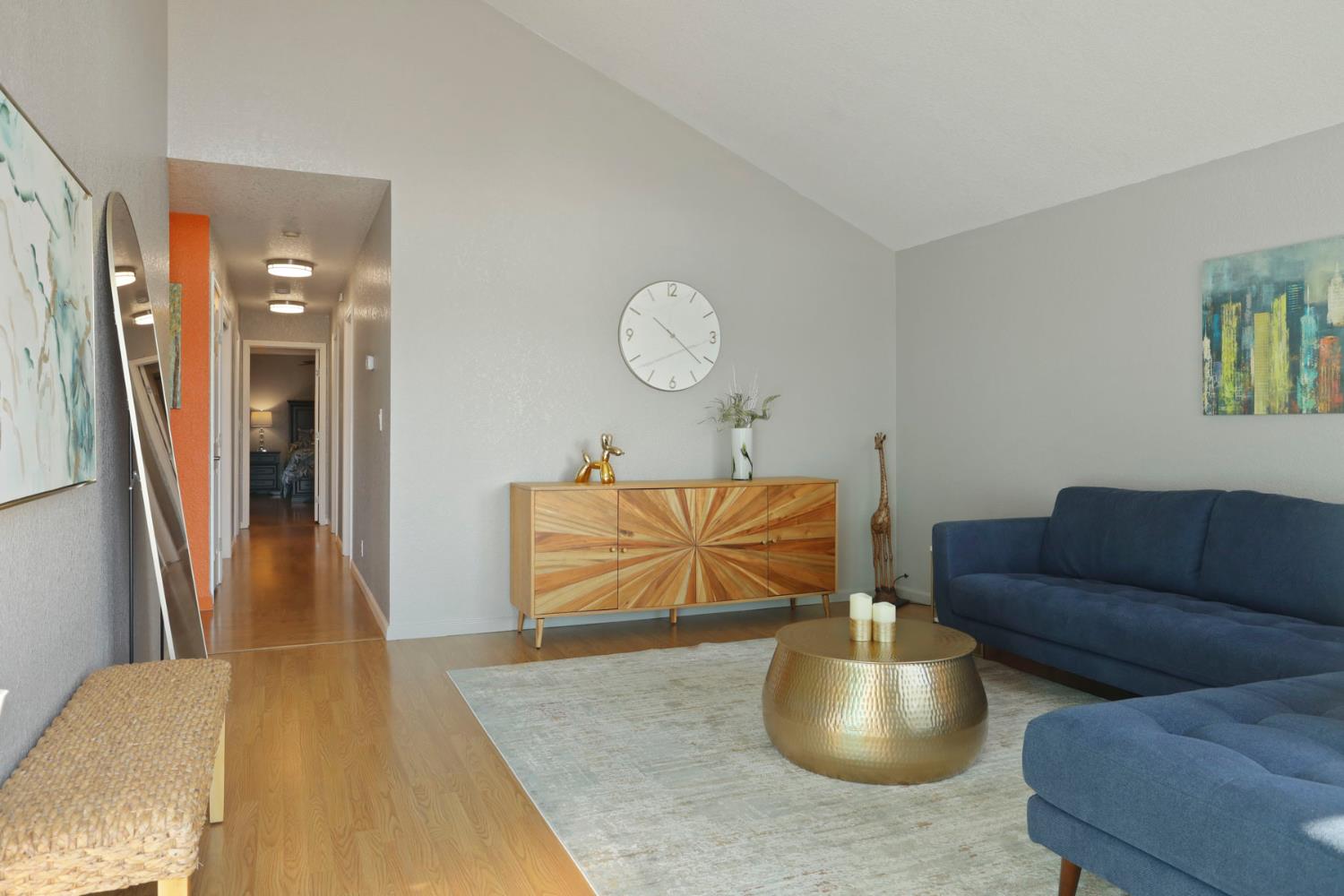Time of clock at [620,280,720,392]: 10:22
